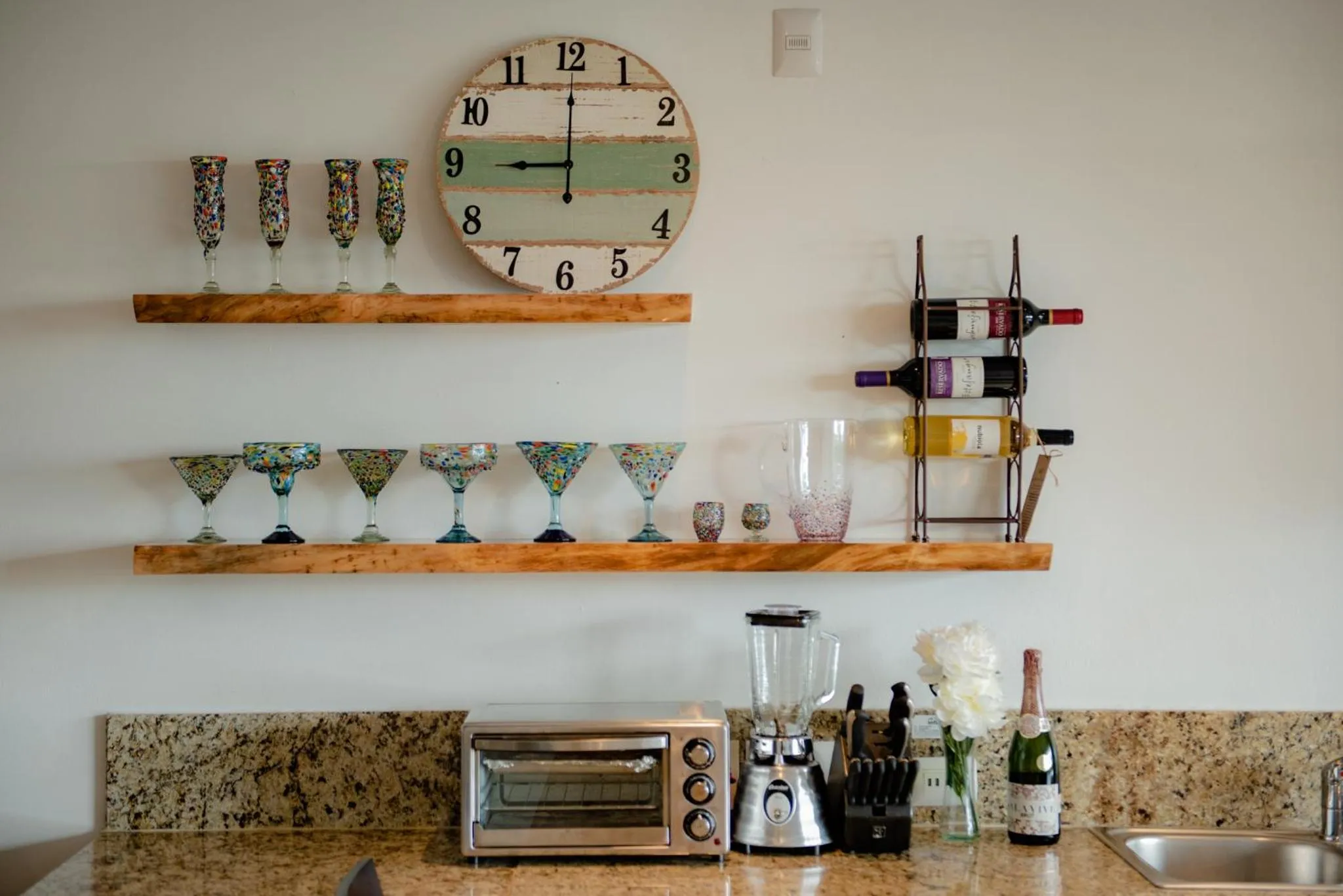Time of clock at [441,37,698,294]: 9:00
